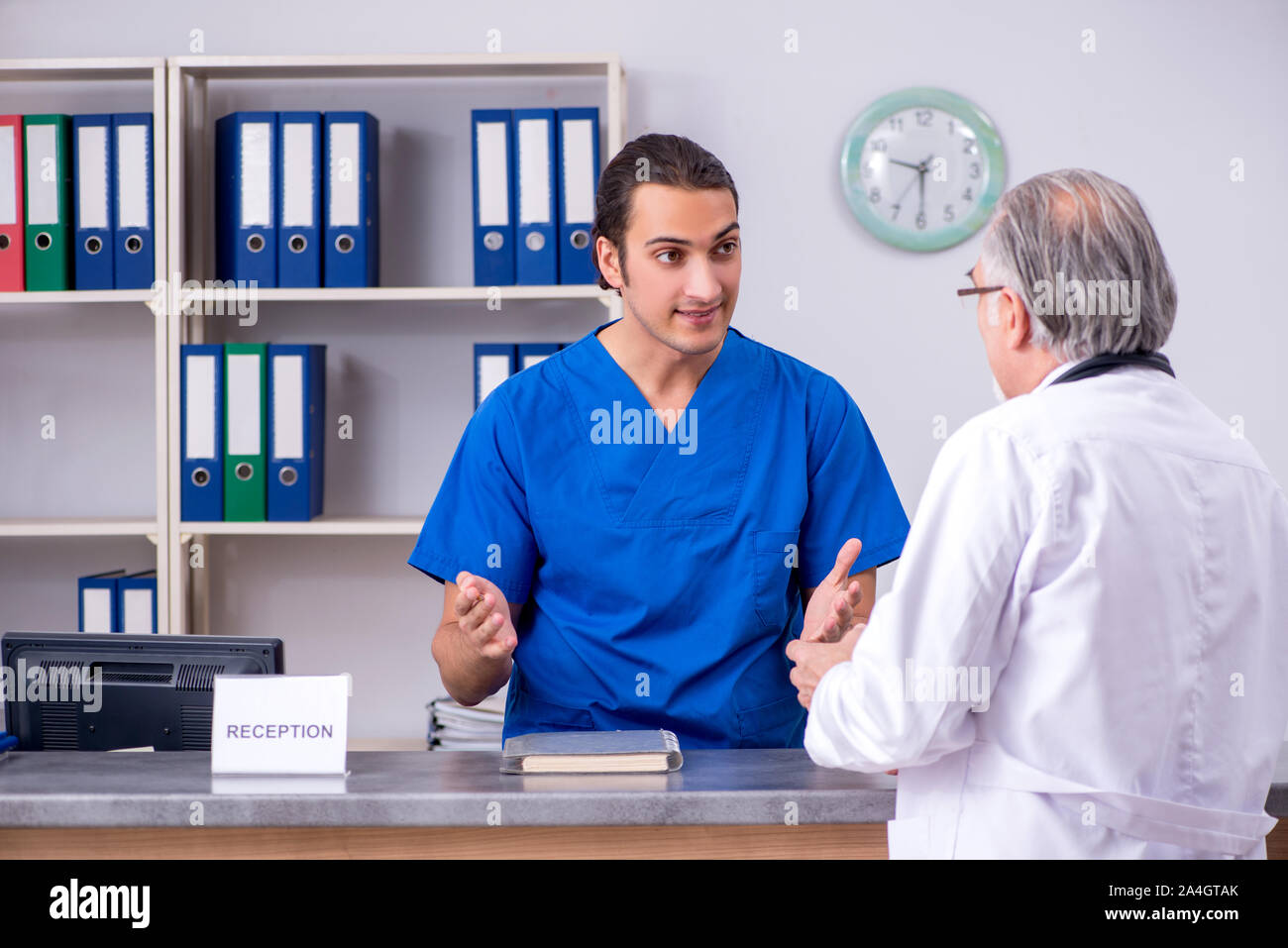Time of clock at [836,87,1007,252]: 9:29
